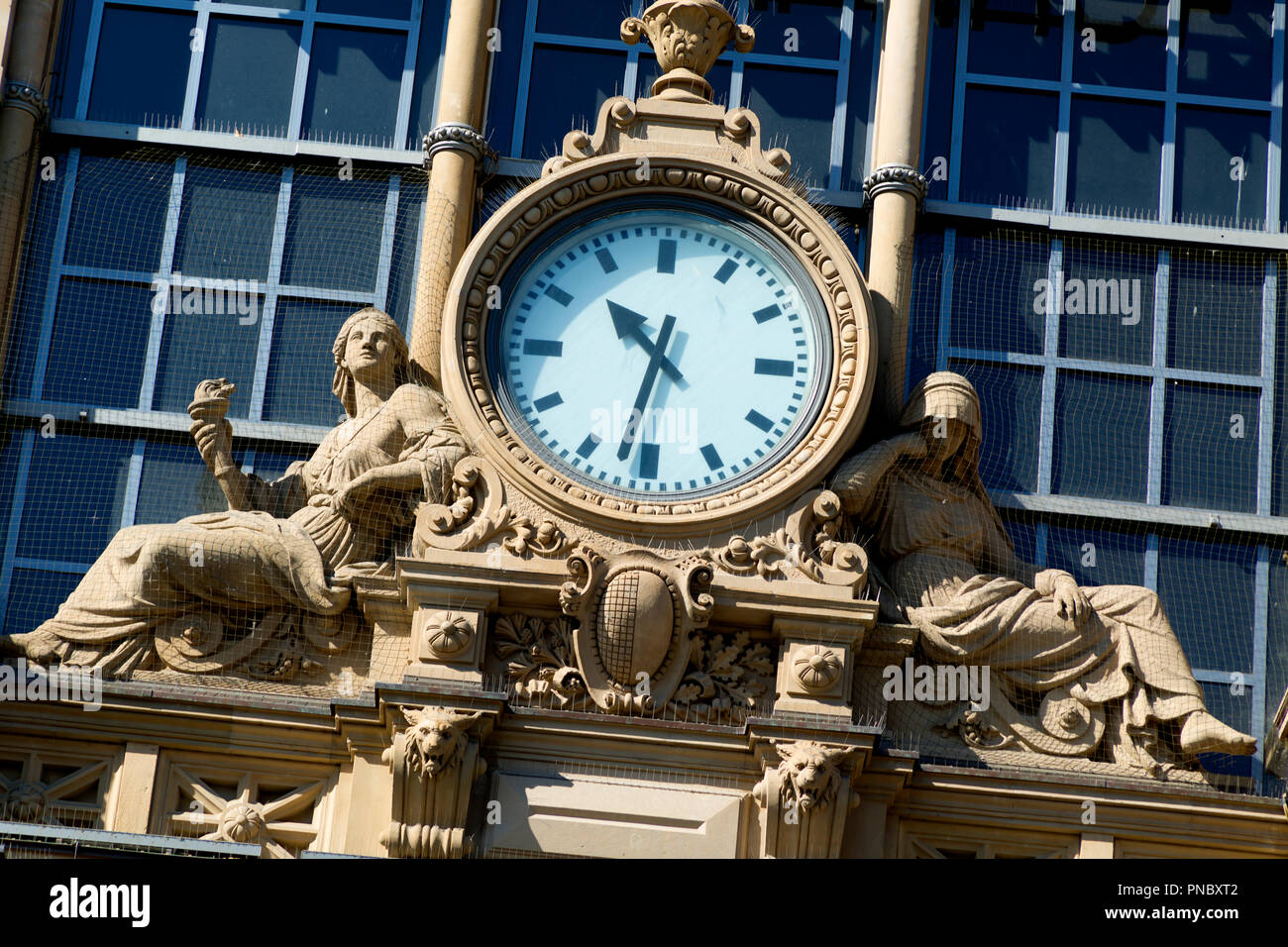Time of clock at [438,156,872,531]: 10:32
